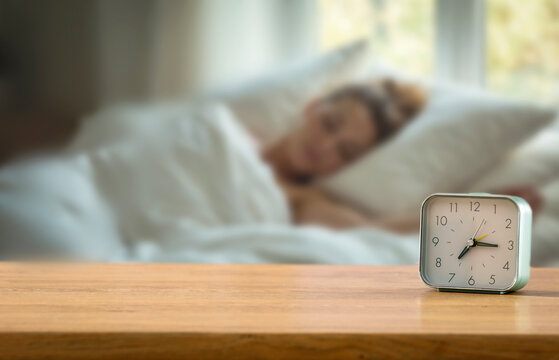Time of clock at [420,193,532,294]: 7:15
